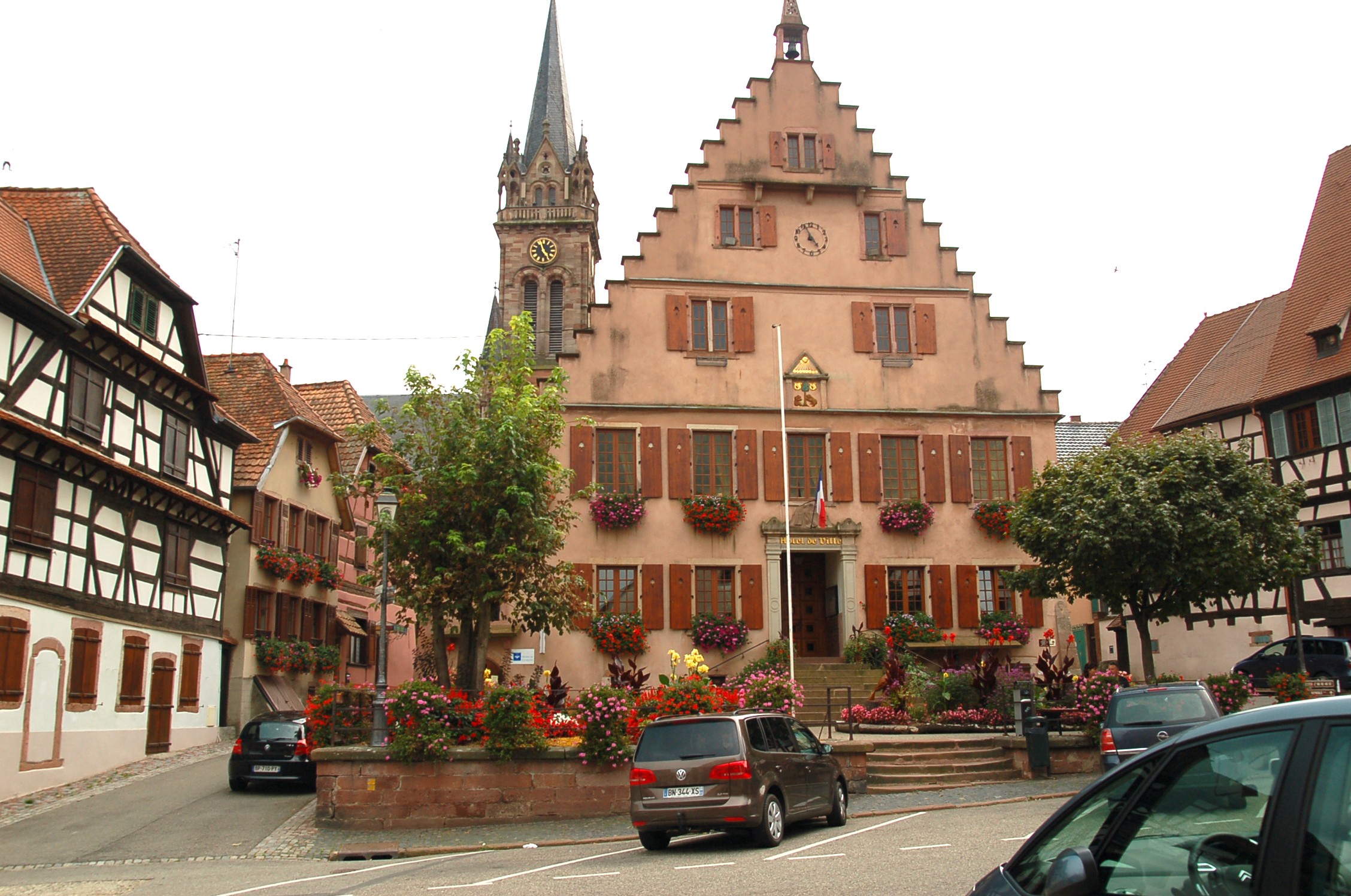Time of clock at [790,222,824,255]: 4:56
